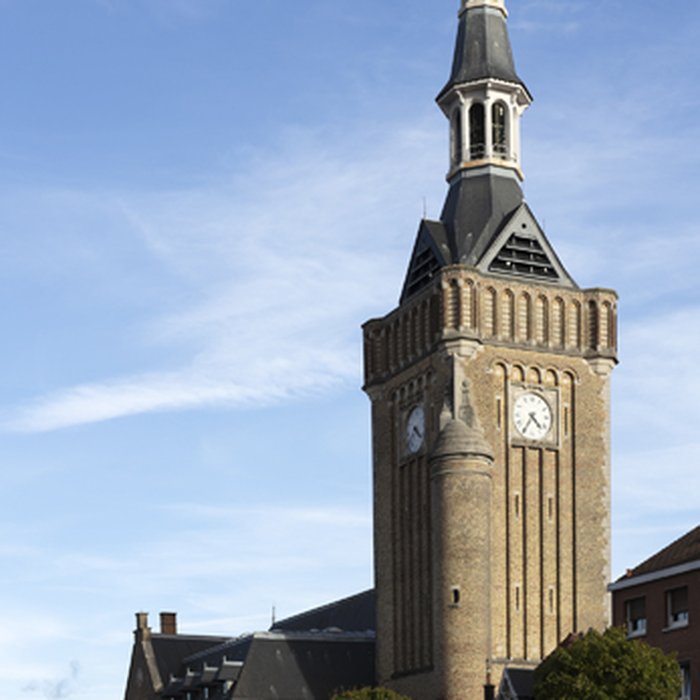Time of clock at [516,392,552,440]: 4:35
